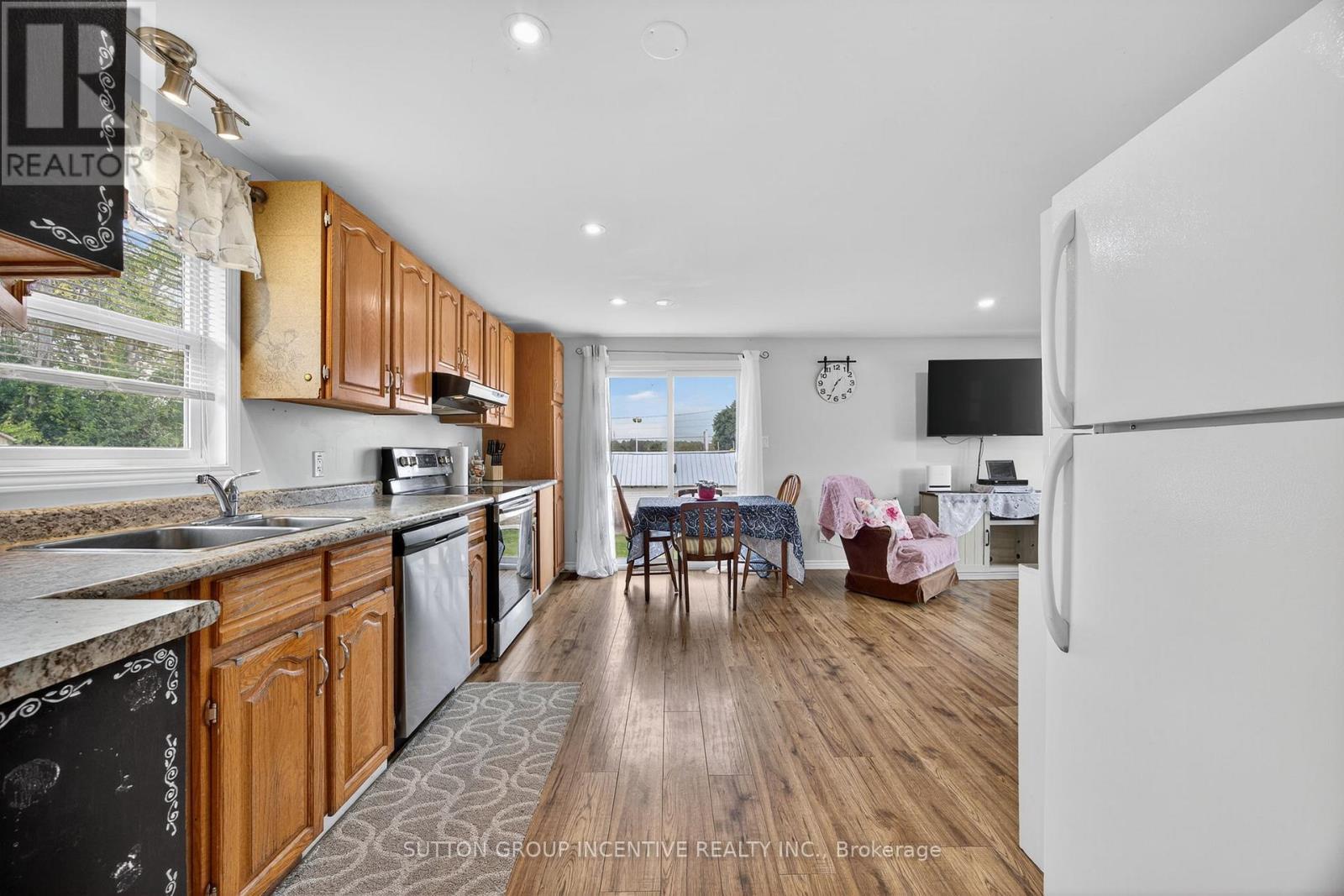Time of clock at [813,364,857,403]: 1:34
